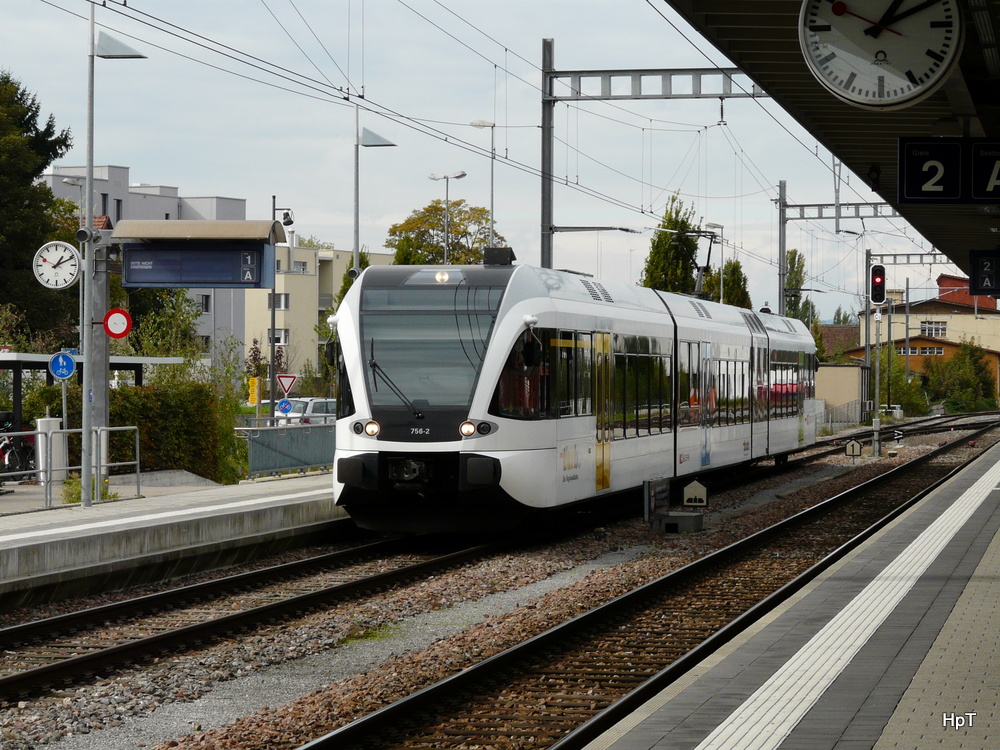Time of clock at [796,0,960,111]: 1:10
